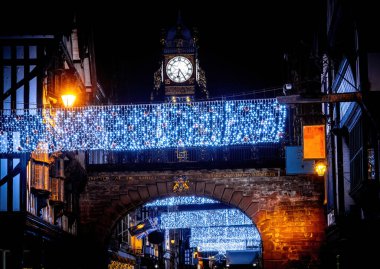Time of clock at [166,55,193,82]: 6:24
